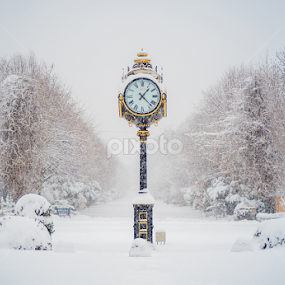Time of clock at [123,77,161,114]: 1:22
